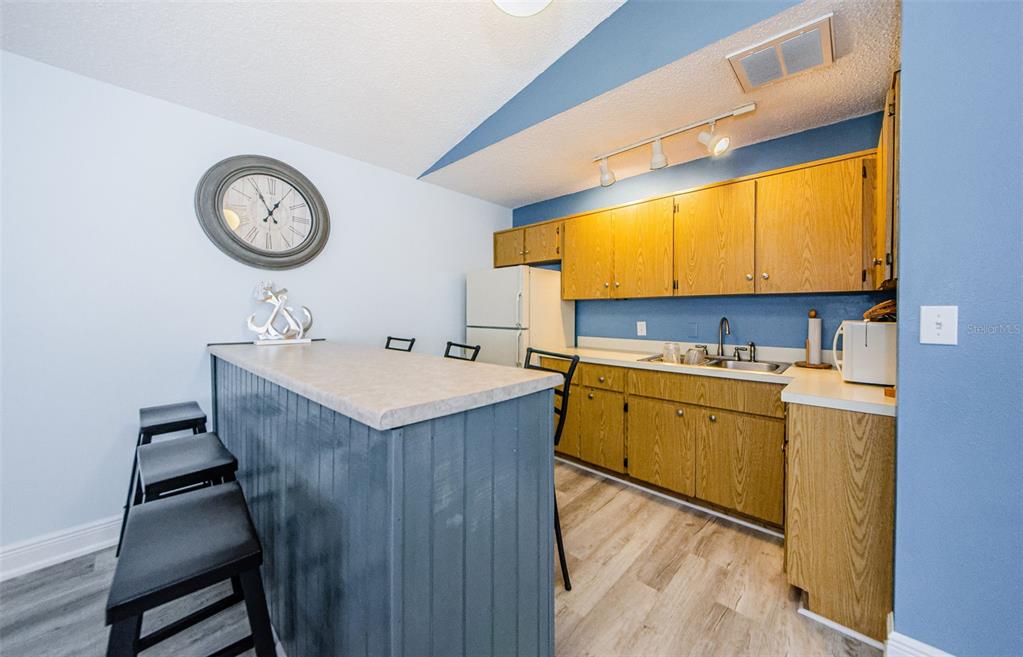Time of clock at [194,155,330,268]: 12:55
